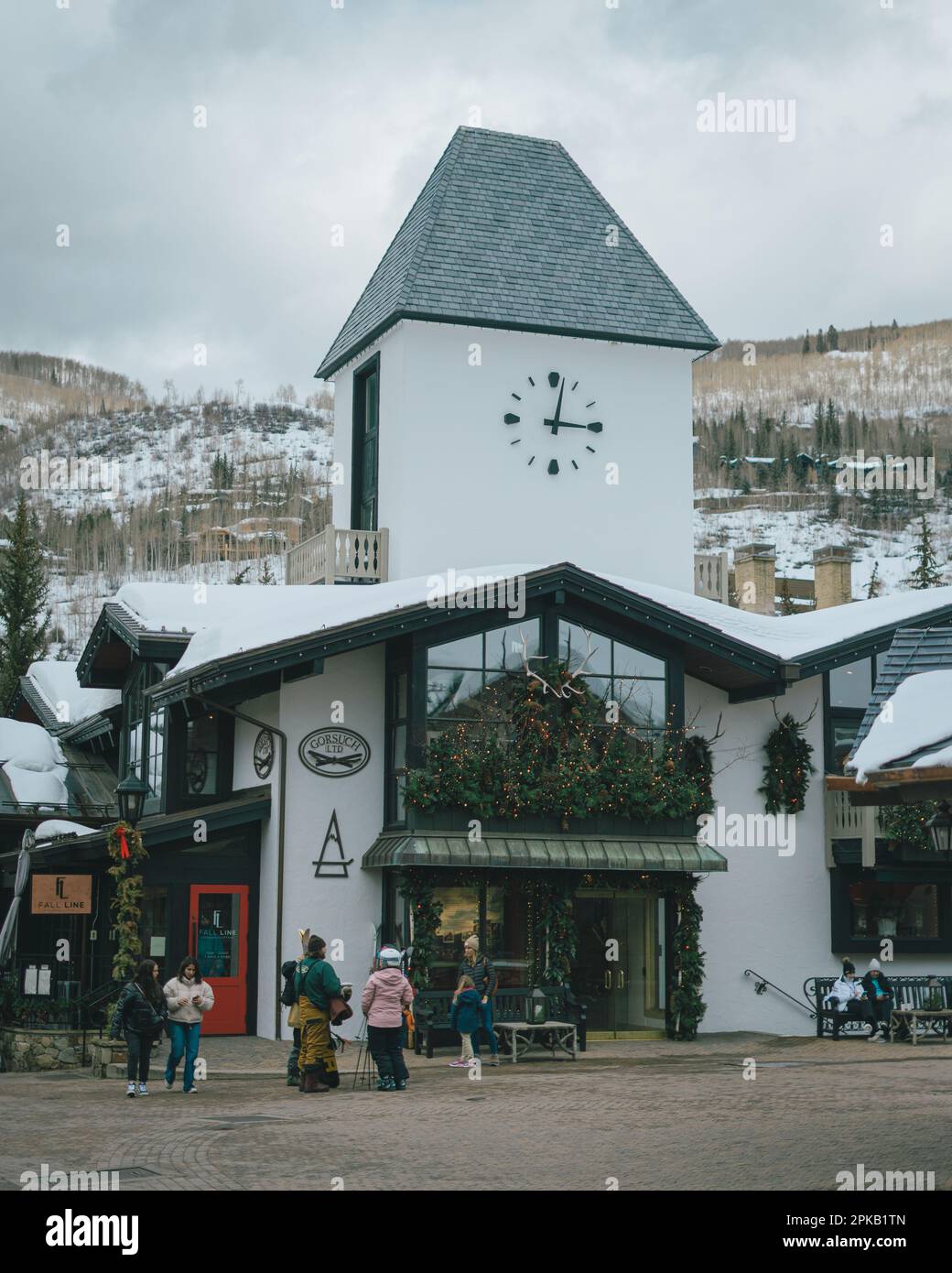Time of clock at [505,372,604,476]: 3:02
